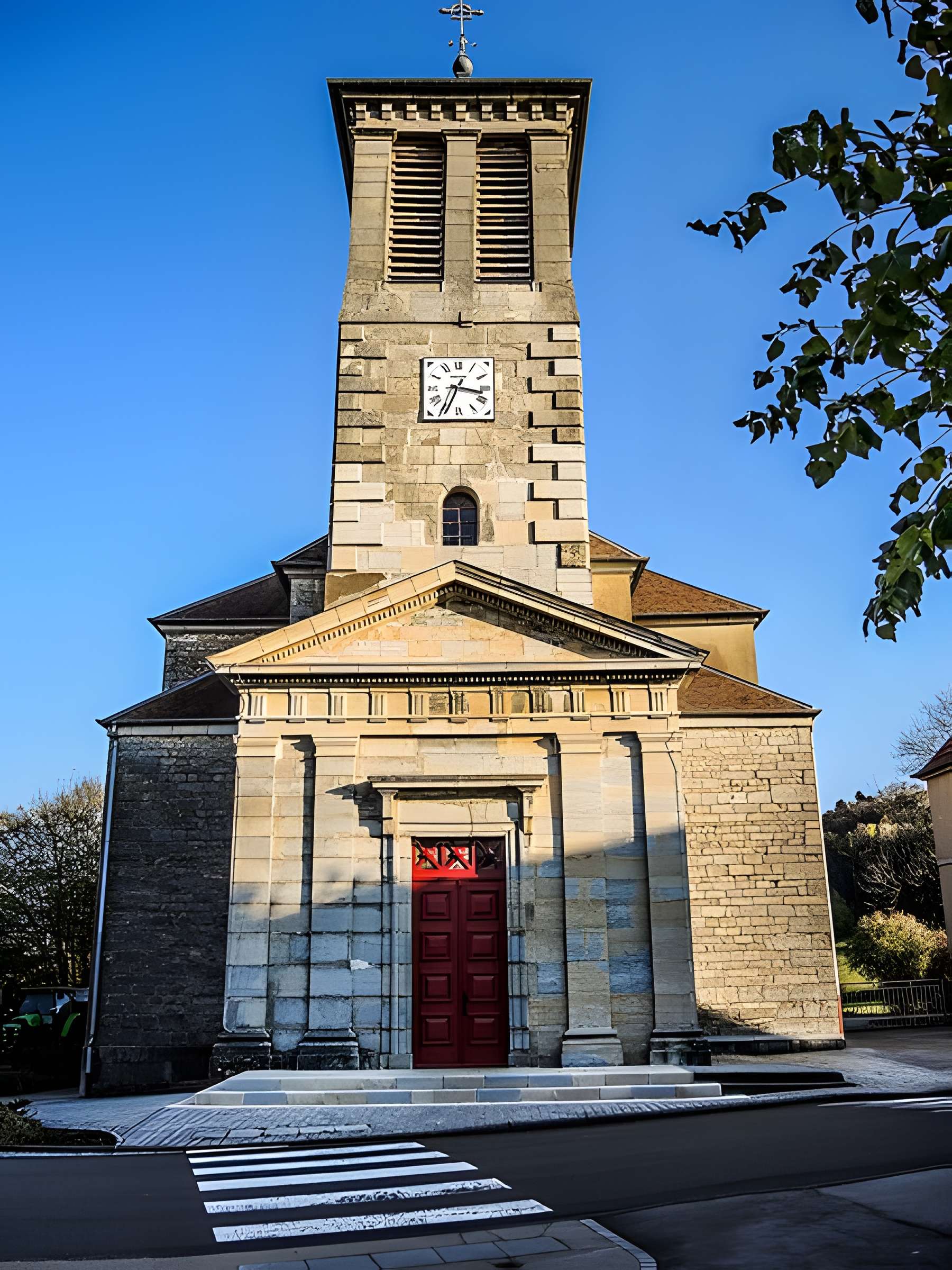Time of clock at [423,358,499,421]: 3:34
